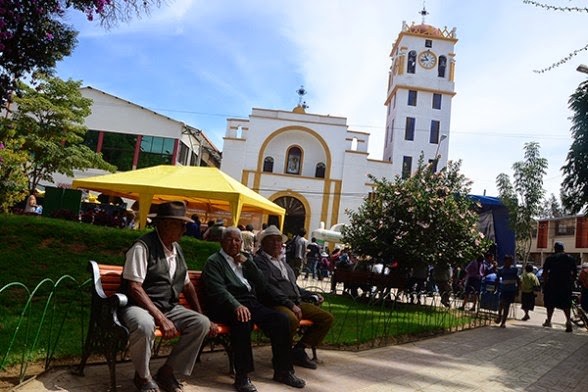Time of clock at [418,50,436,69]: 10:42
